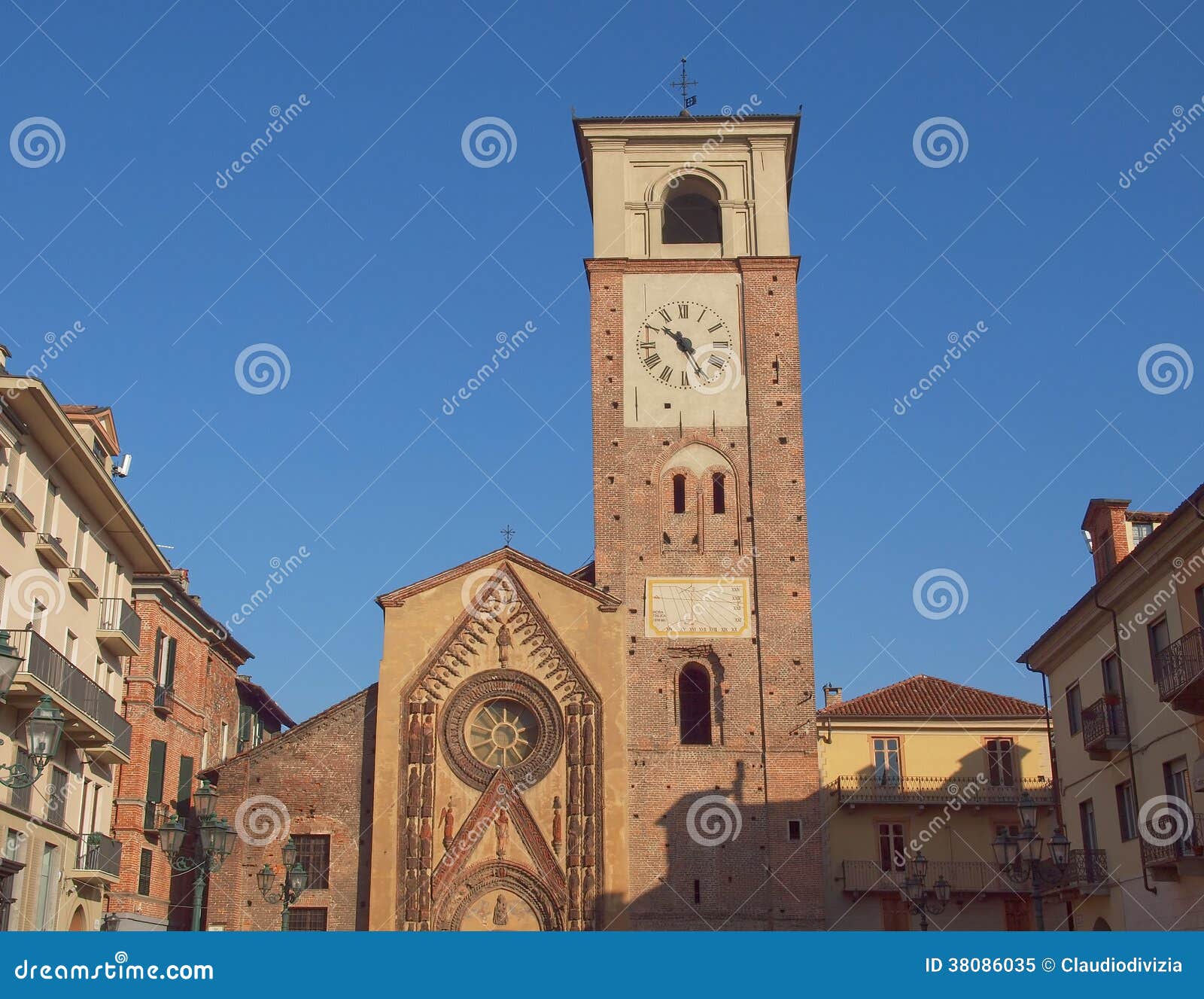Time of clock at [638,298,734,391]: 10:25
